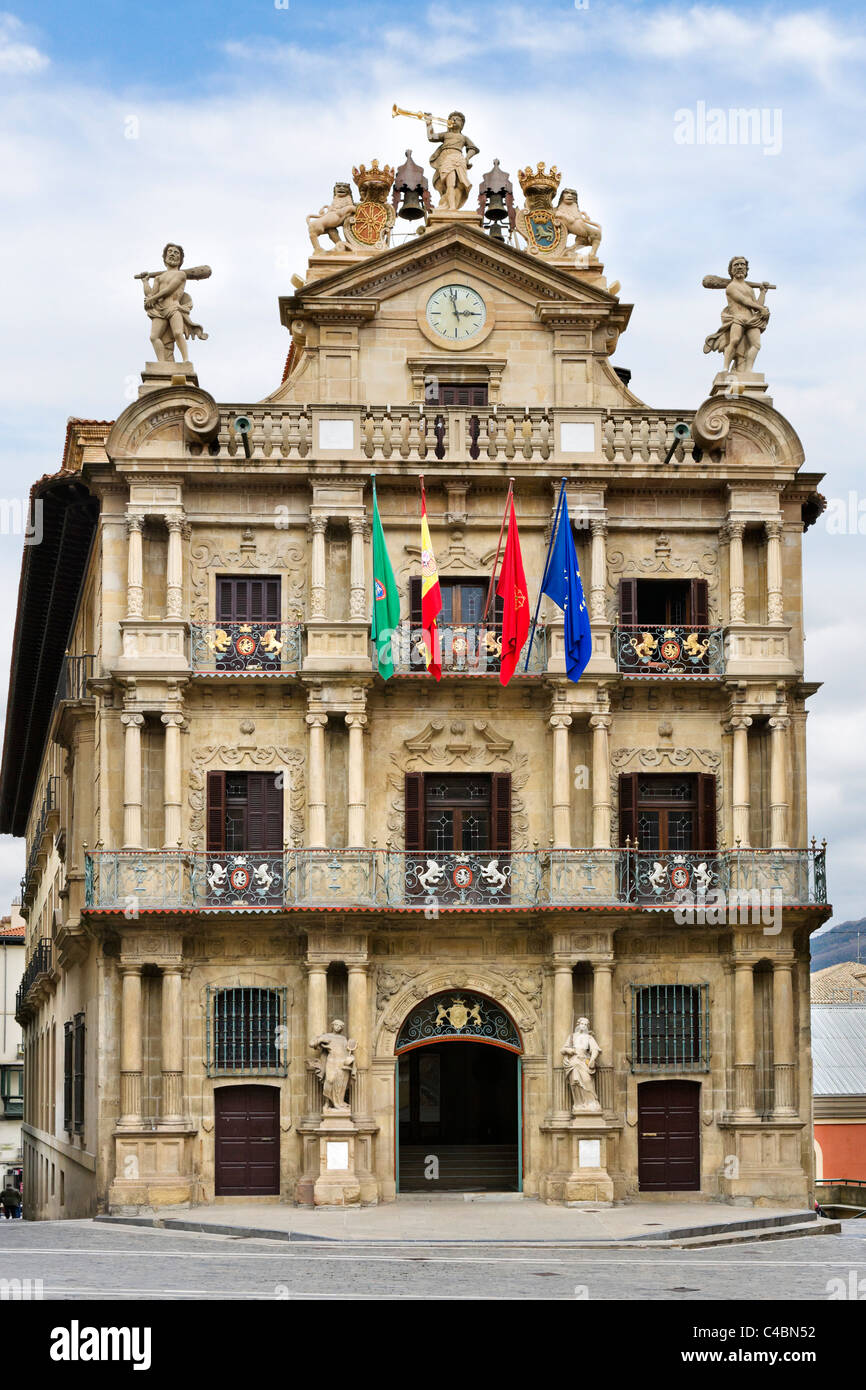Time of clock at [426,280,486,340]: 2:58
